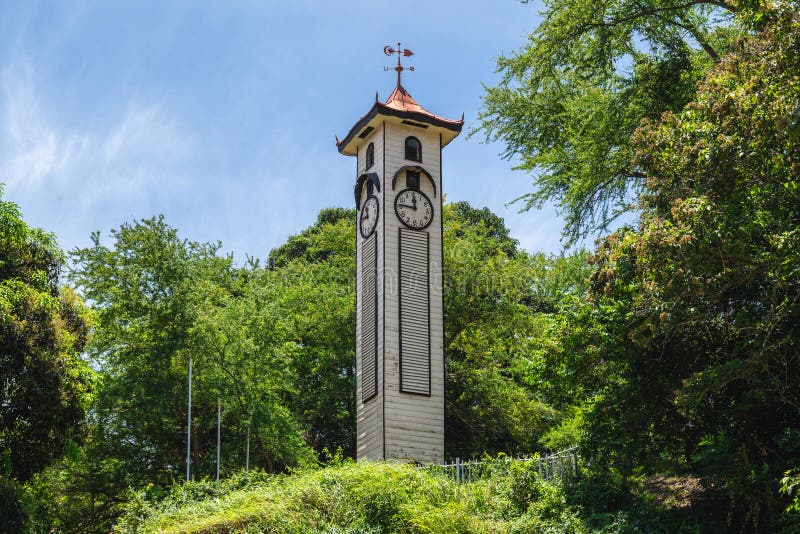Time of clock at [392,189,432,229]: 11:46
